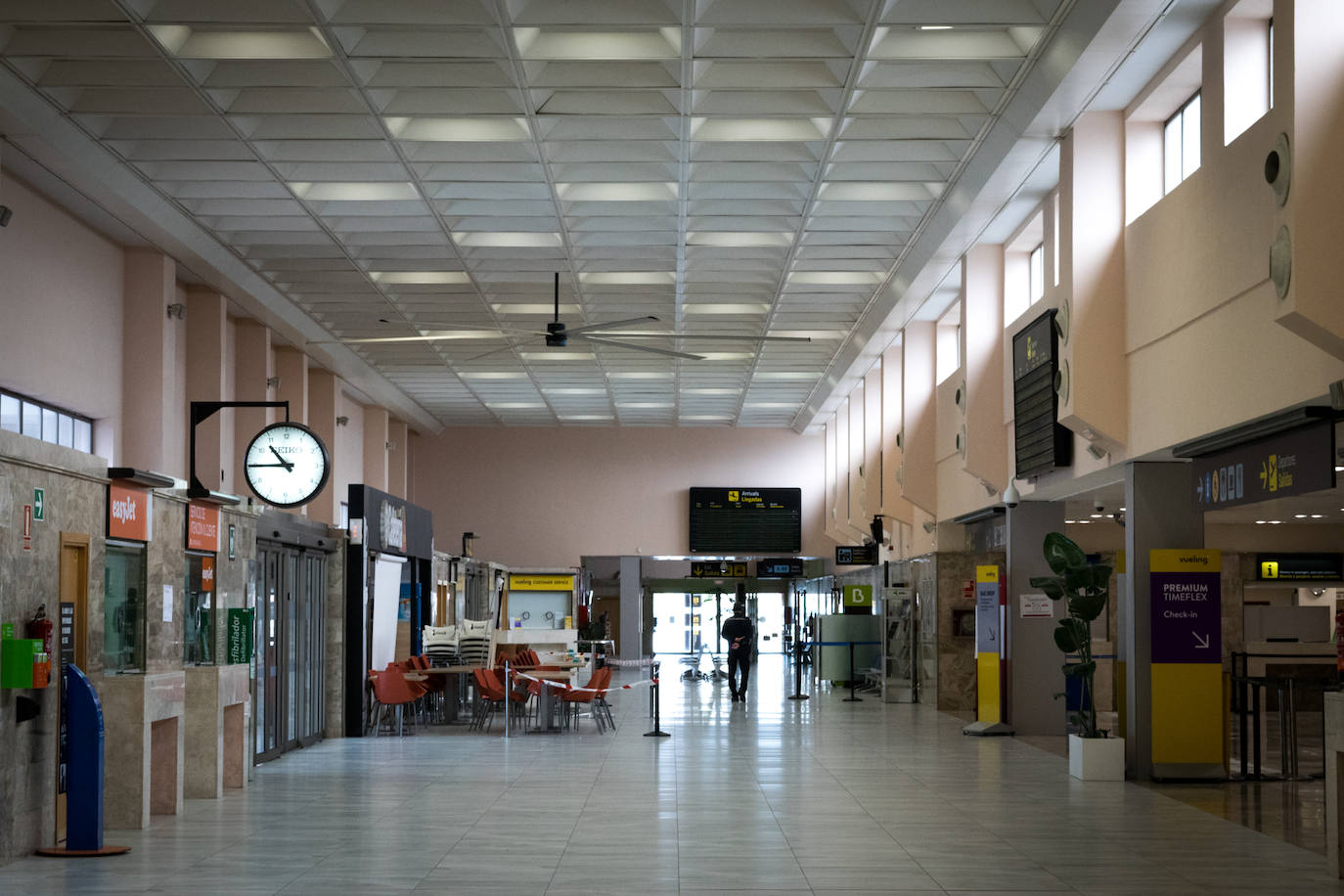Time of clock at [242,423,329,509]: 10:44
